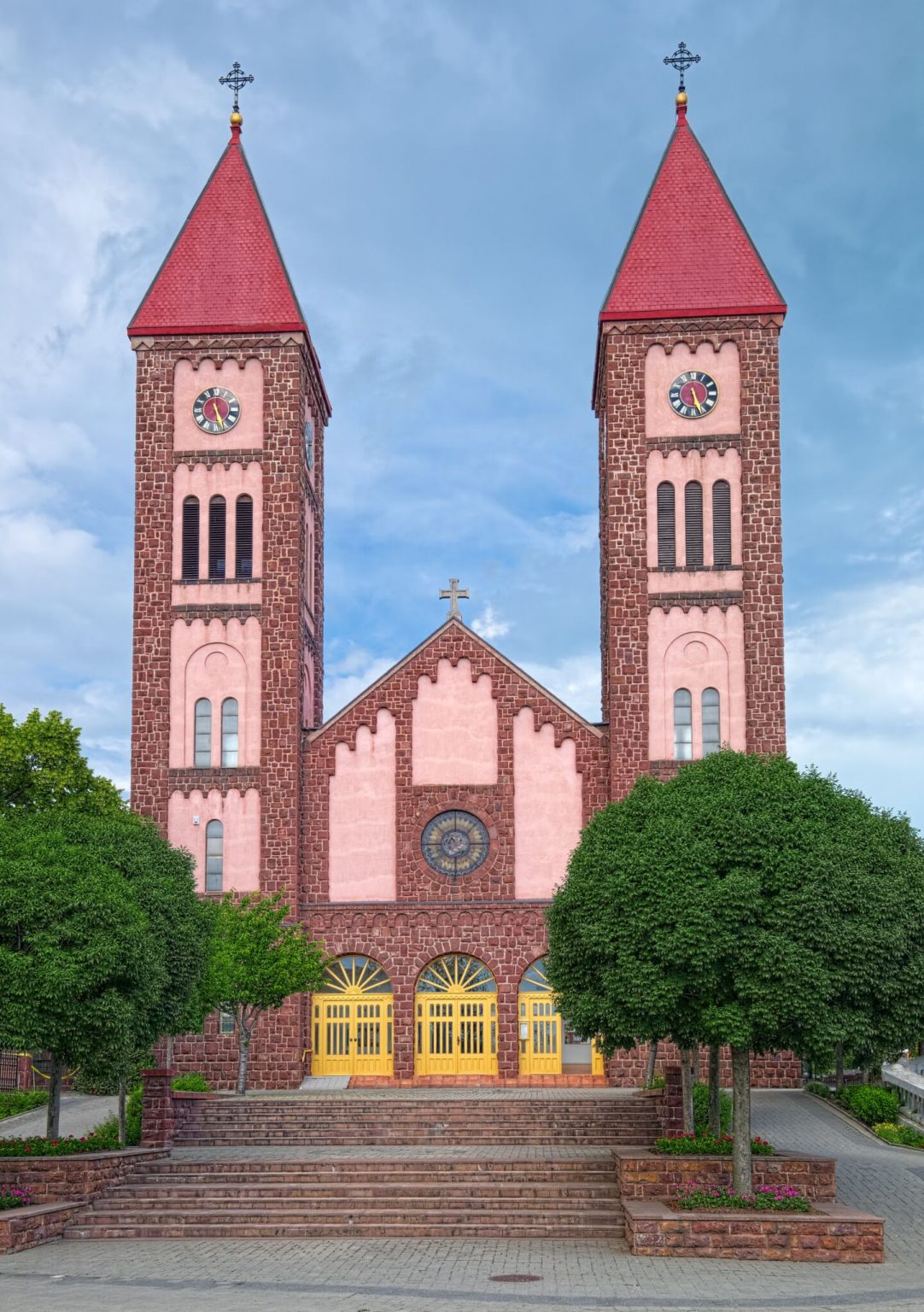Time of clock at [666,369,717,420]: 5:26
